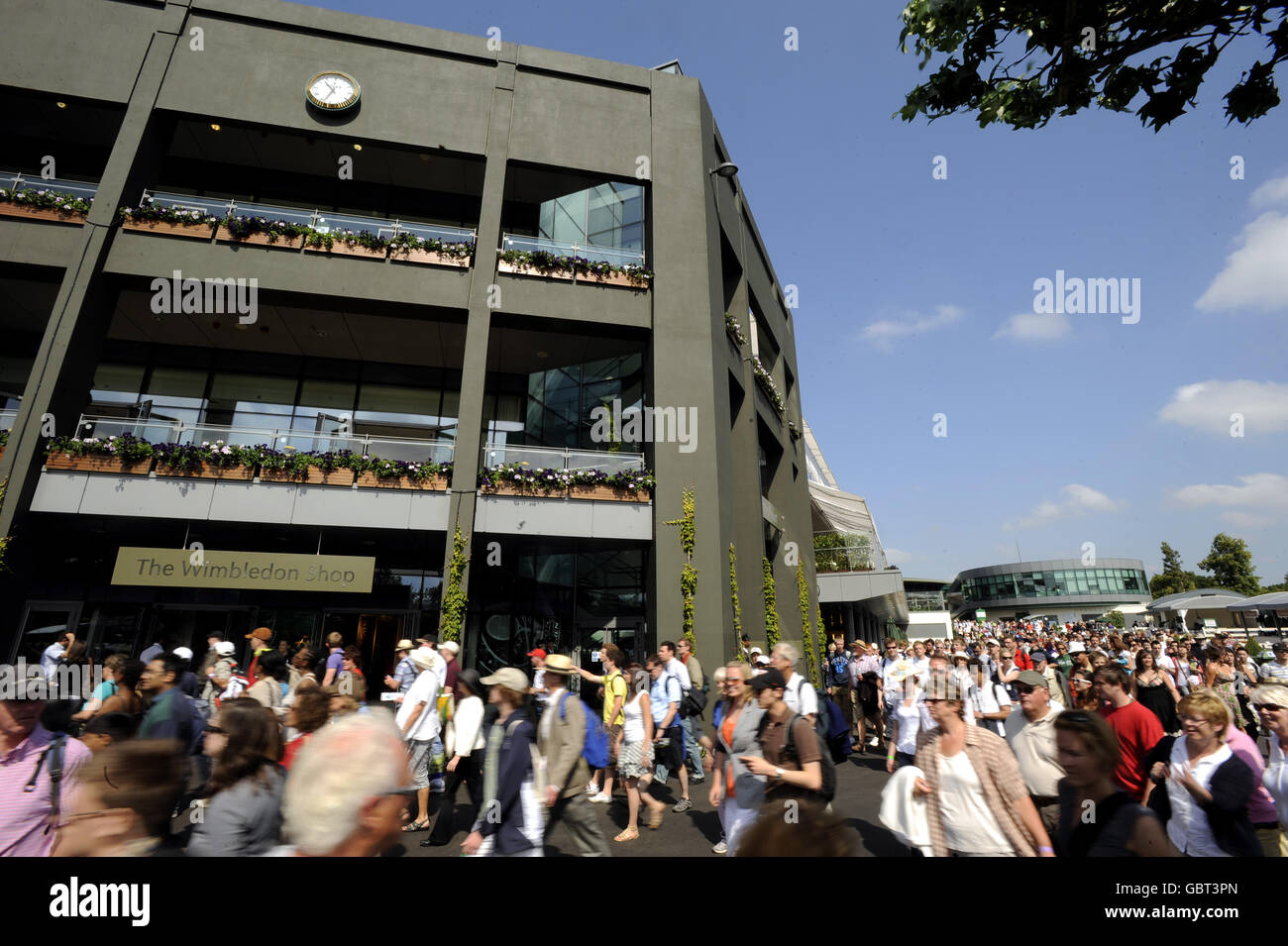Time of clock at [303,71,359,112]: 10:34
